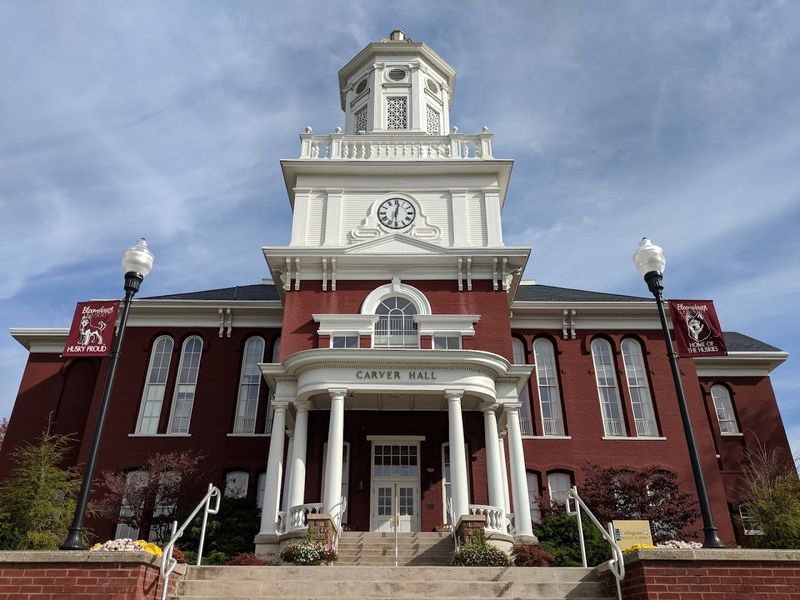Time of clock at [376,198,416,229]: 12:30
